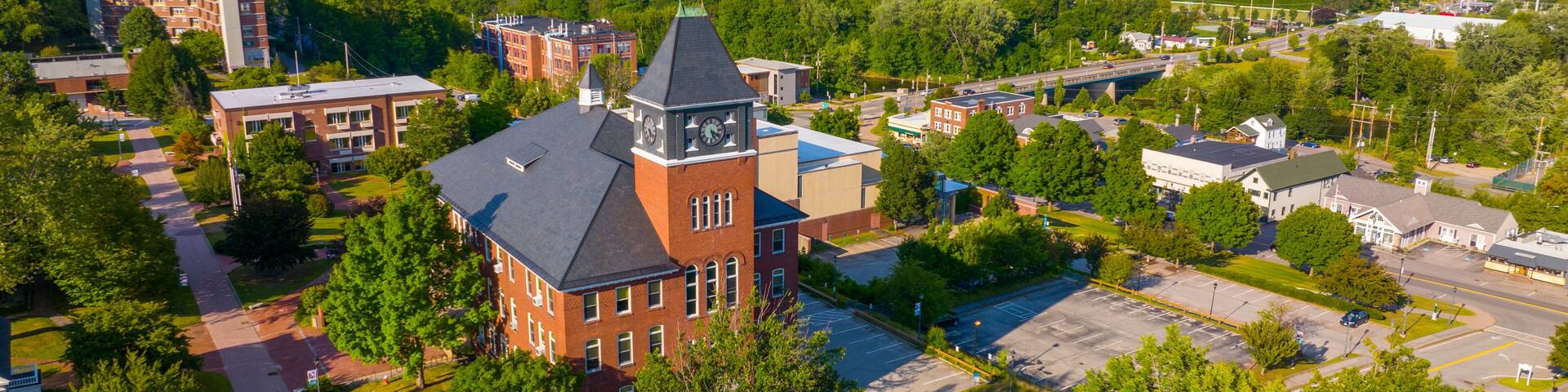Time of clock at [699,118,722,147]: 5:20
